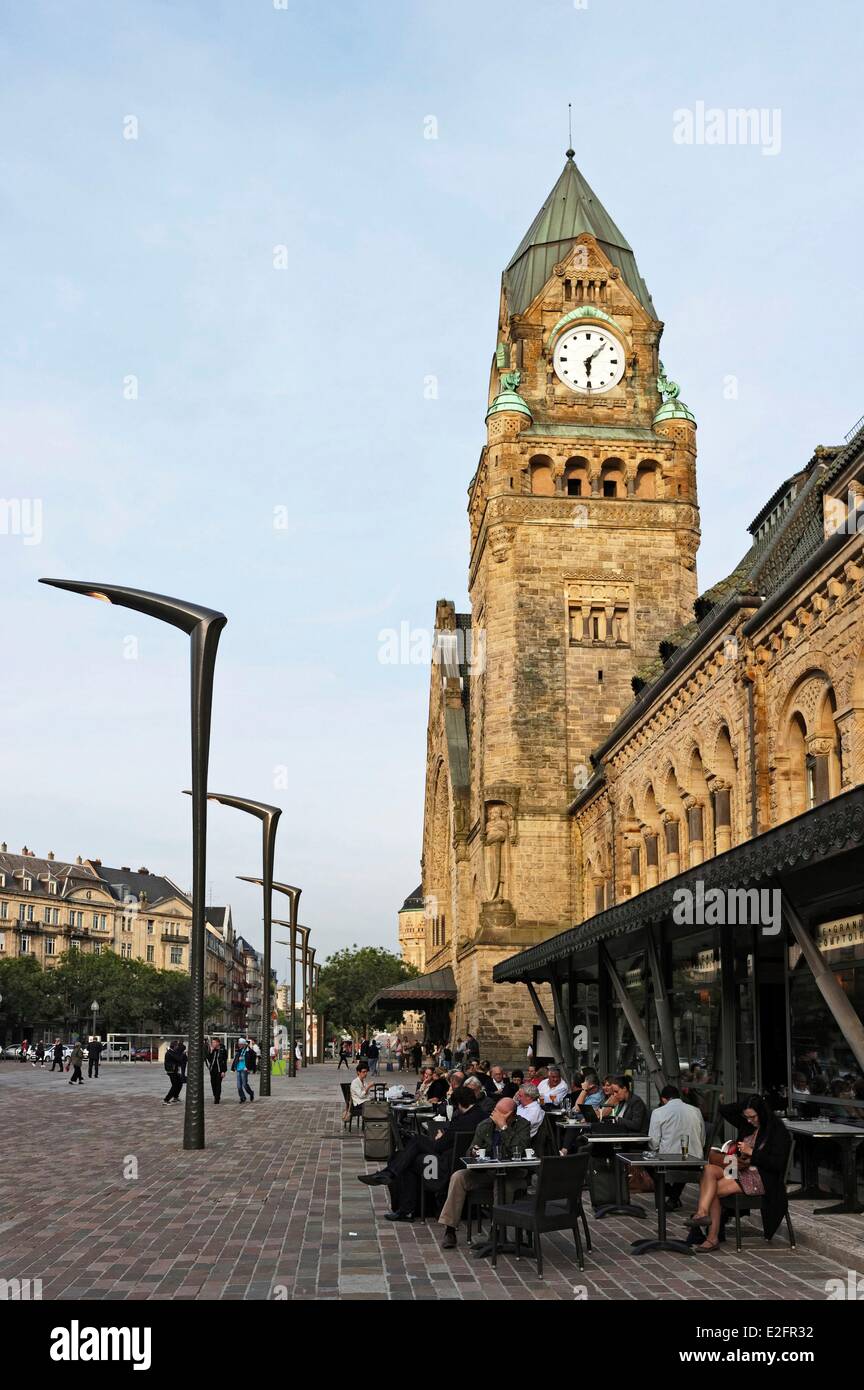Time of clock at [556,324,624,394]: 6:07
